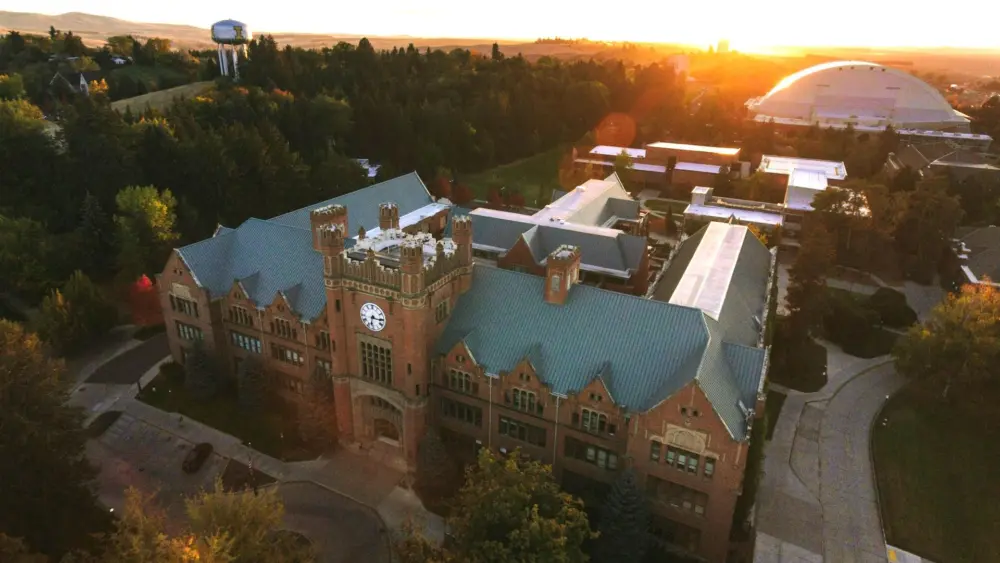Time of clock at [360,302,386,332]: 6:15
